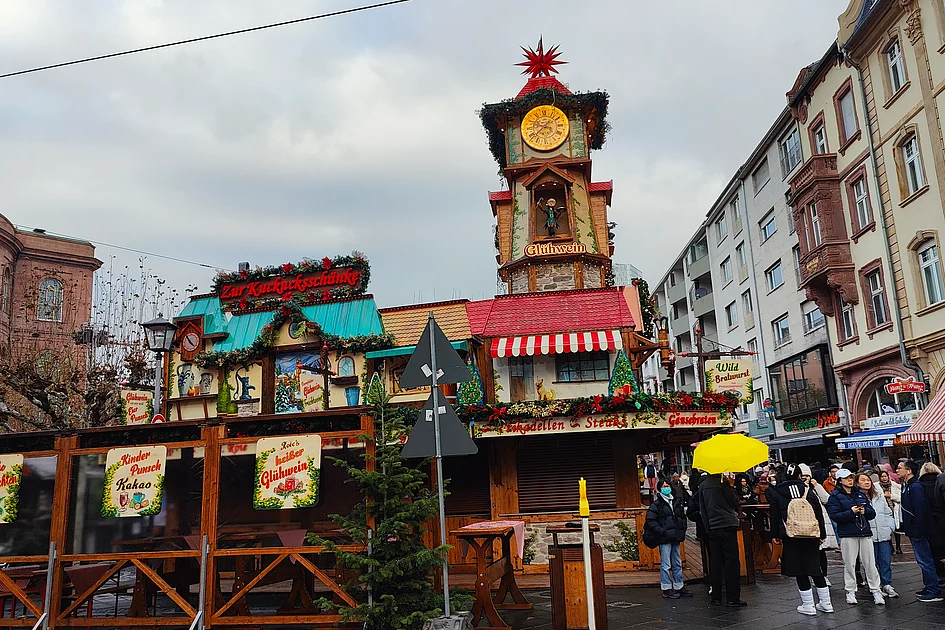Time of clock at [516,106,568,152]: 1:37
